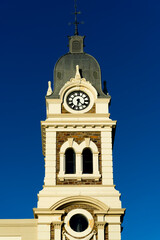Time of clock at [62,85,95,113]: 6:21
